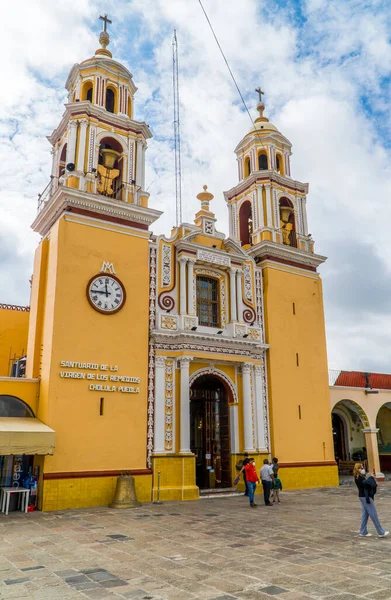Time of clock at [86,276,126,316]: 11:45
